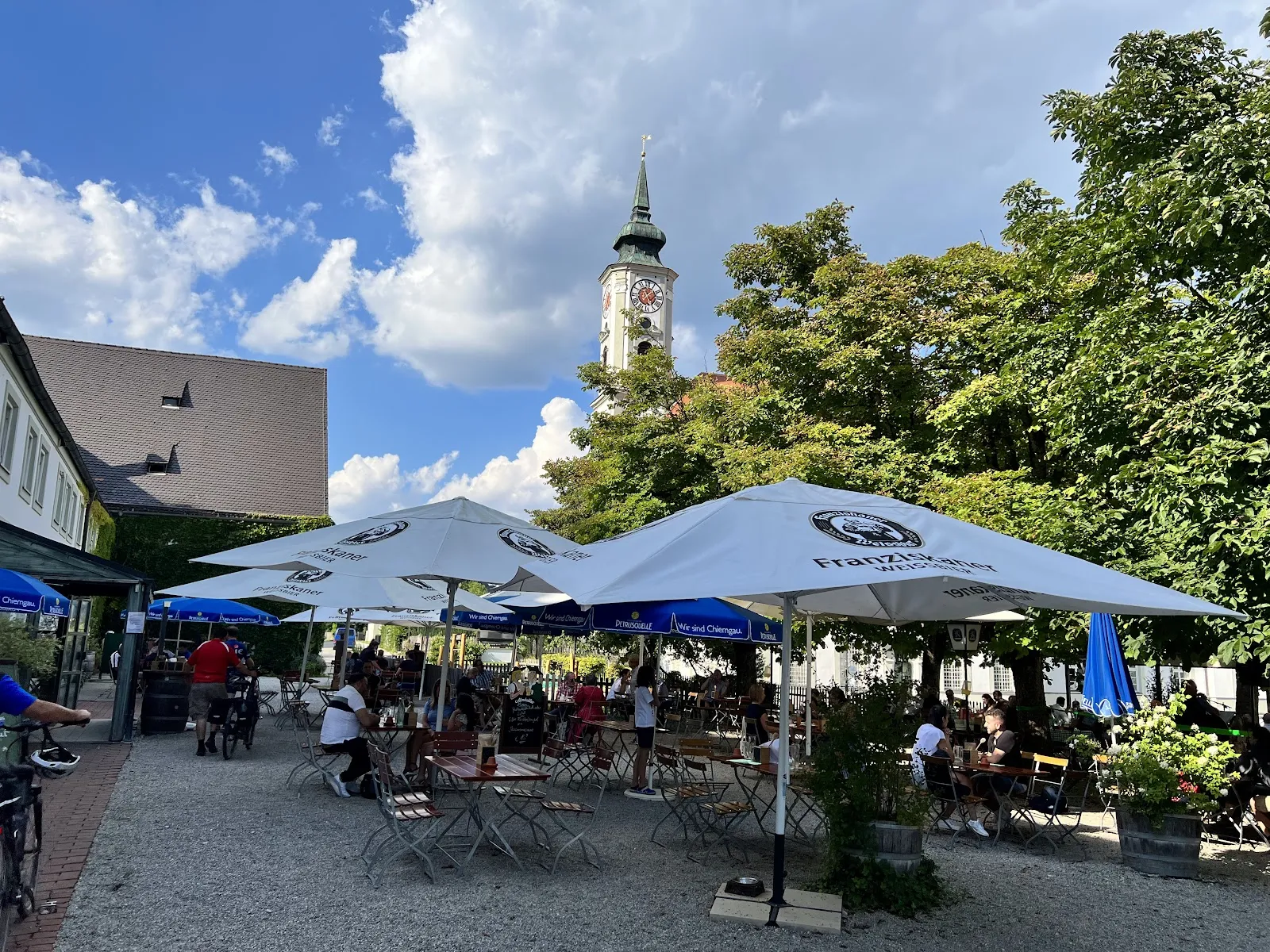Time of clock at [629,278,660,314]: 5:06
